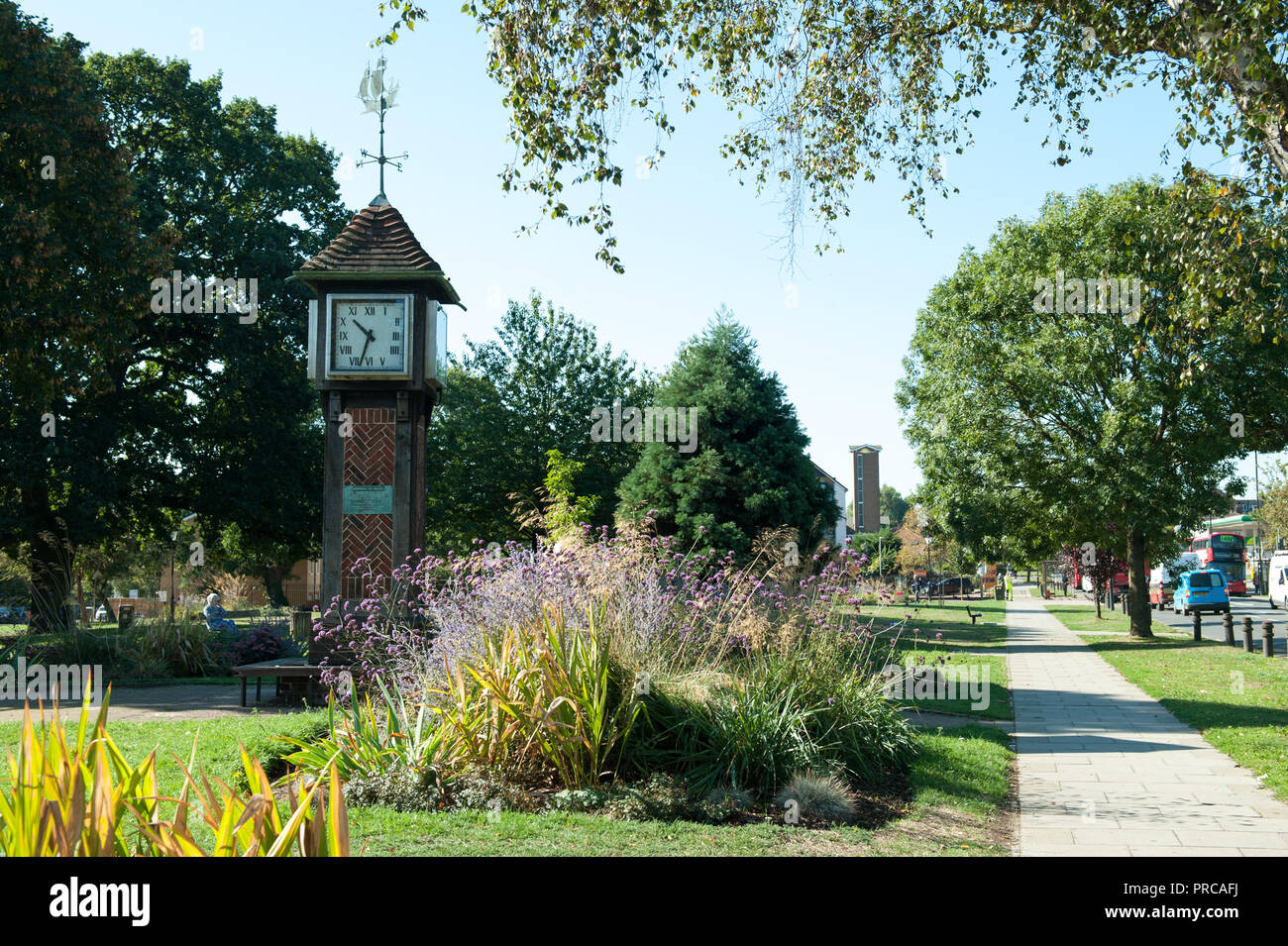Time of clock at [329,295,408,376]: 10:33
